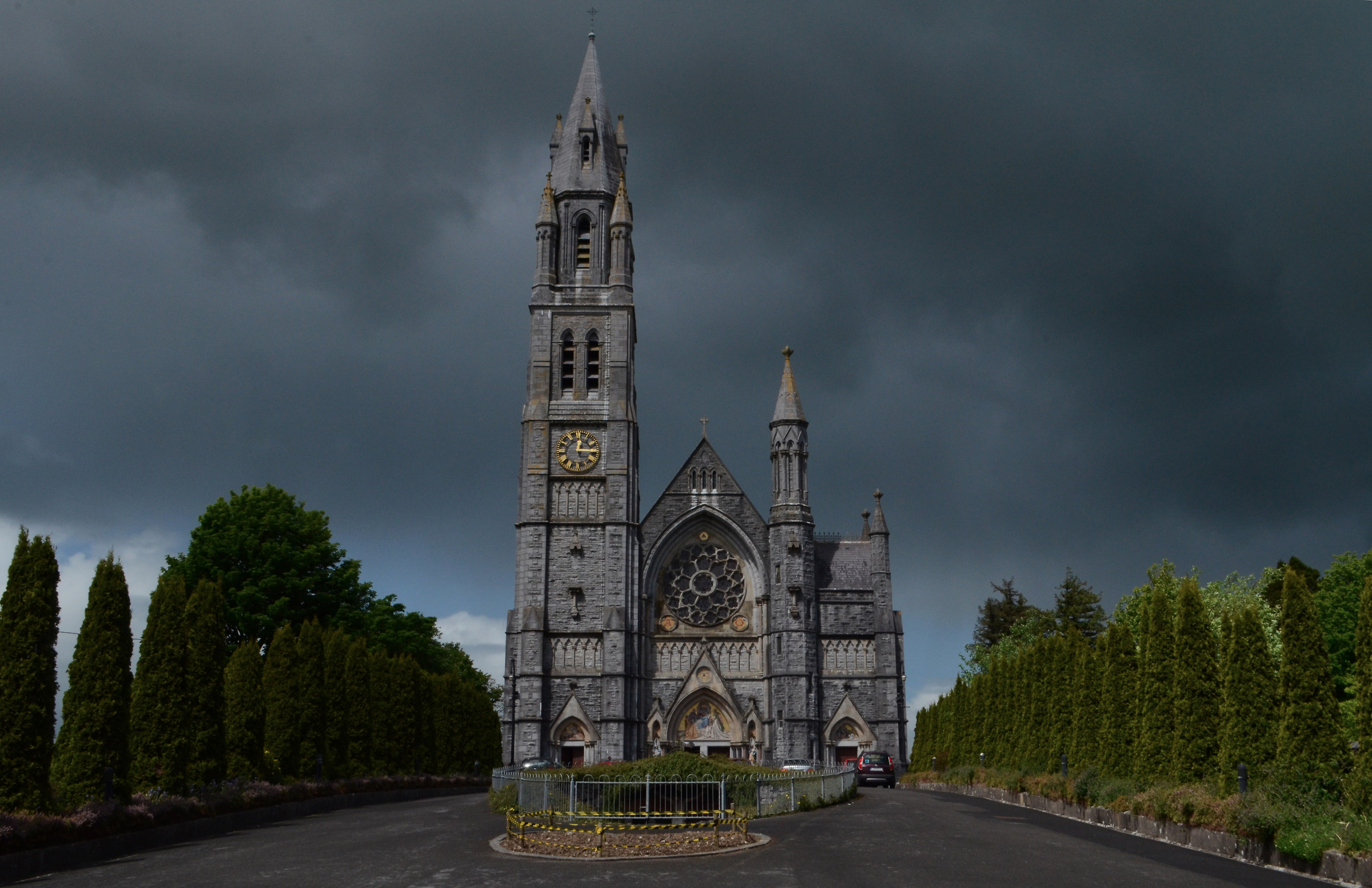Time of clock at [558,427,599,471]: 12:14
